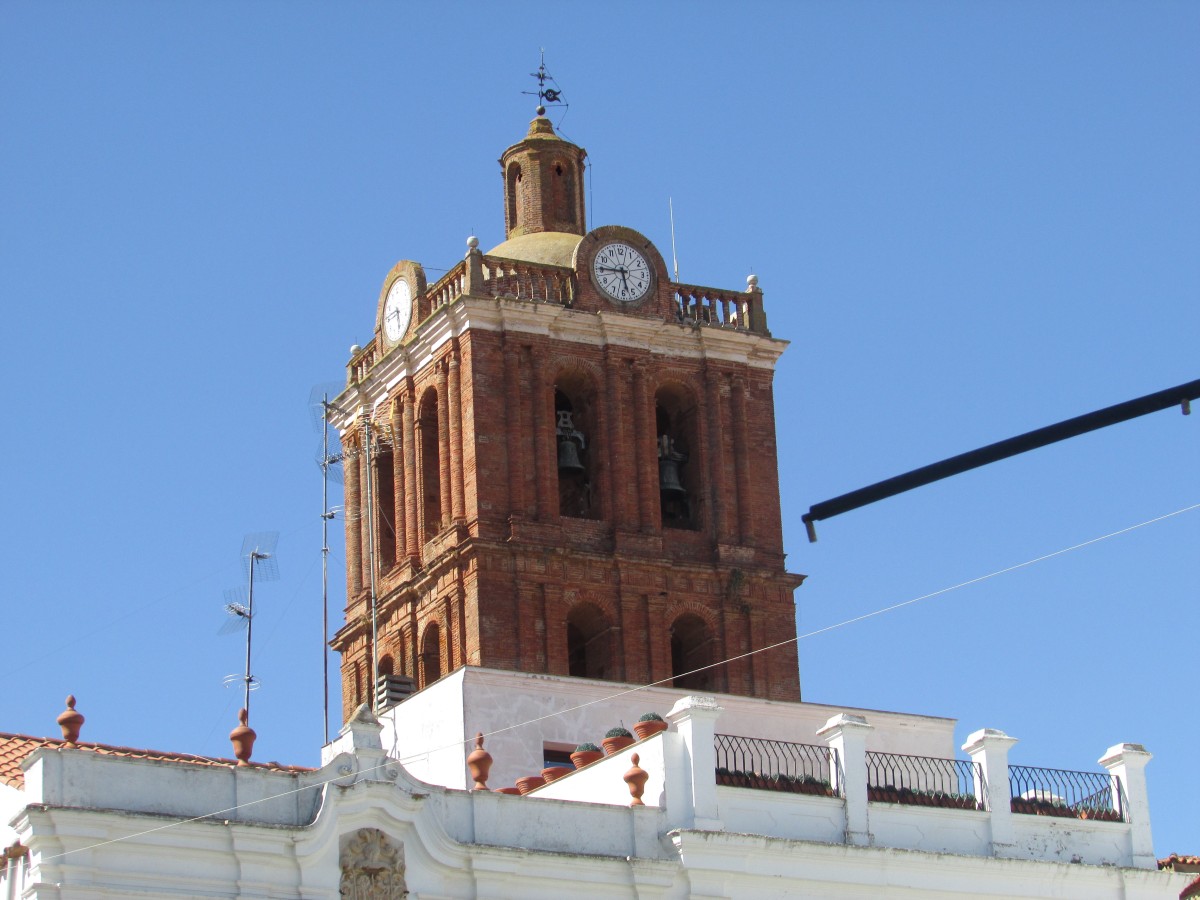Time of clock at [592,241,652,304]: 5:45
